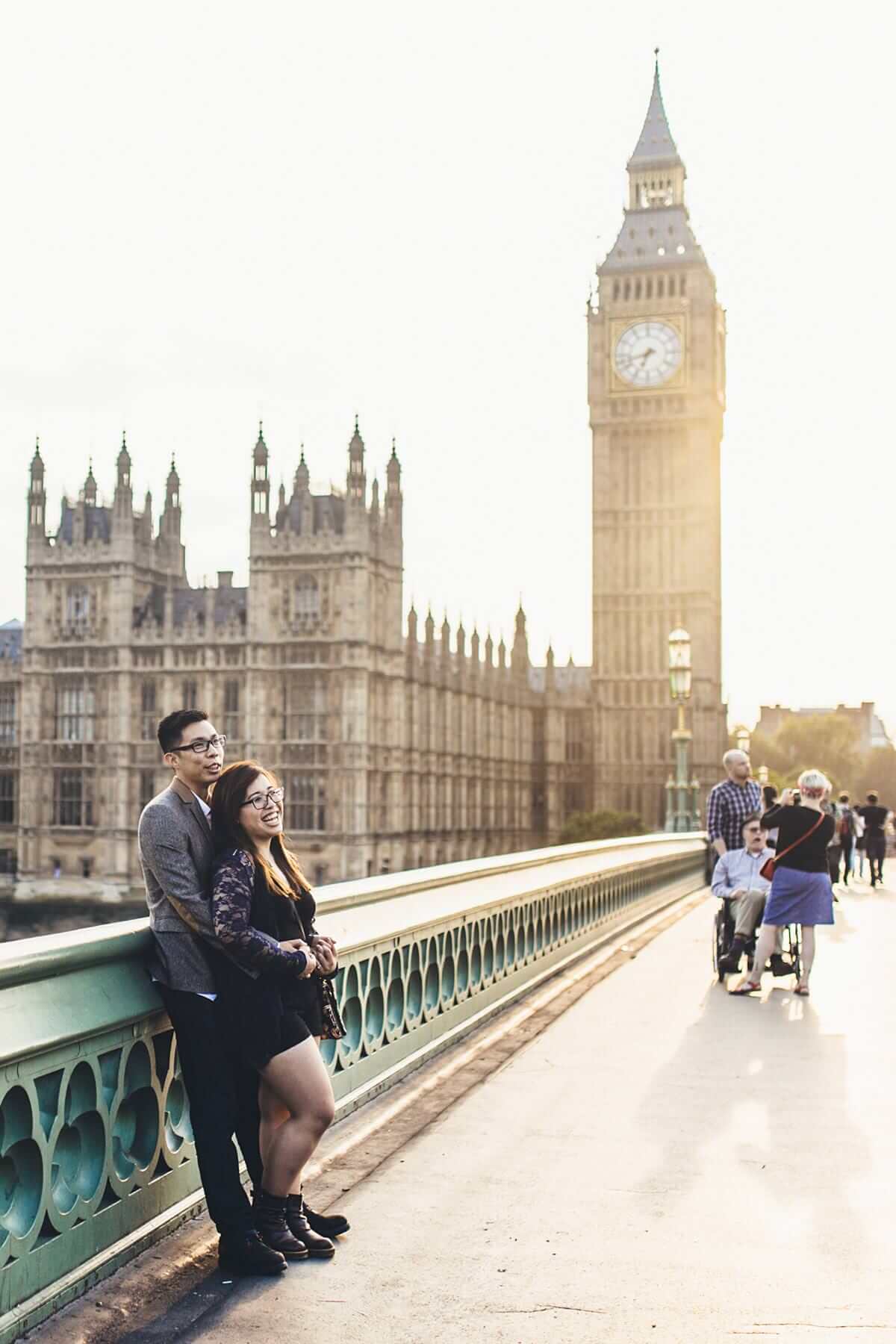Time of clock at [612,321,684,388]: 6:42
